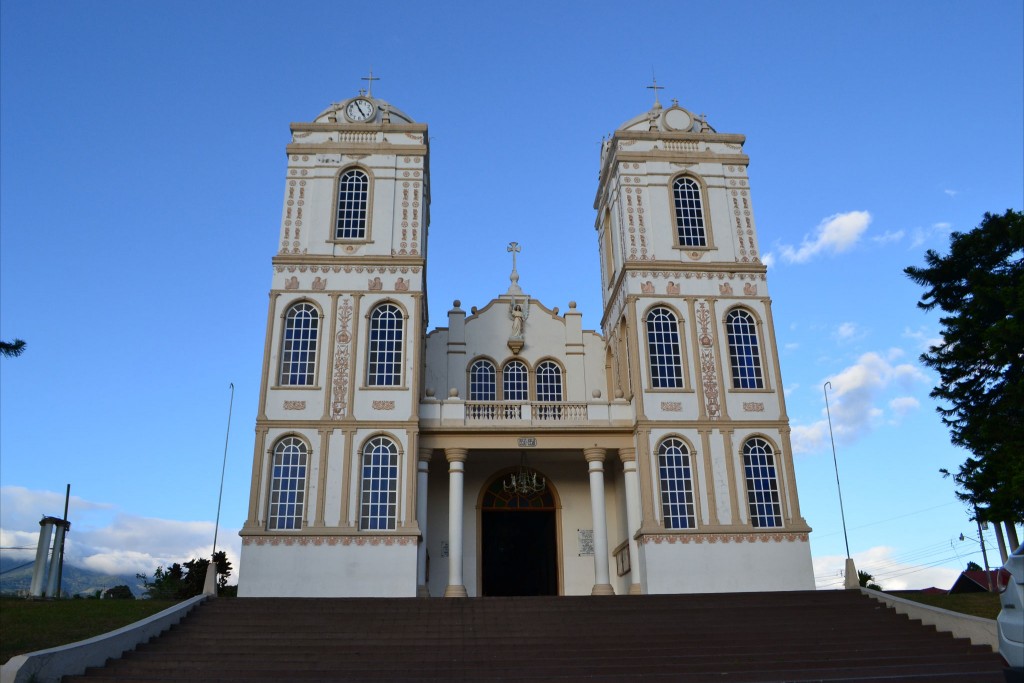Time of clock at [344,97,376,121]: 4:56
